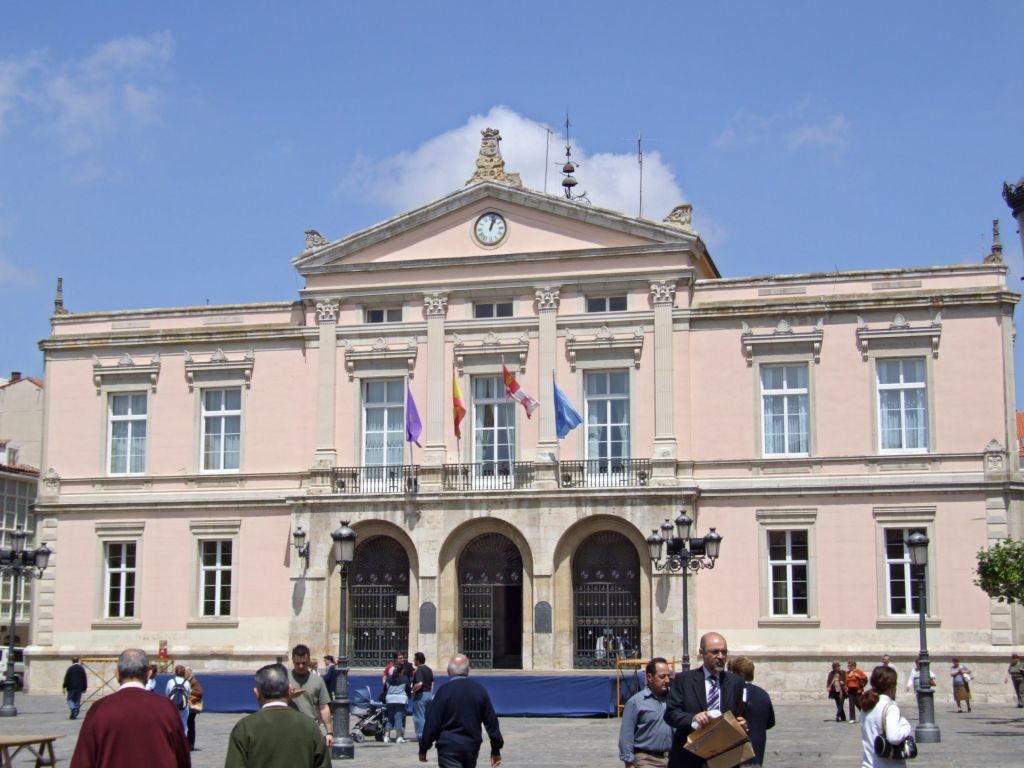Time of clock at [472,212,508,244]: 1:02
